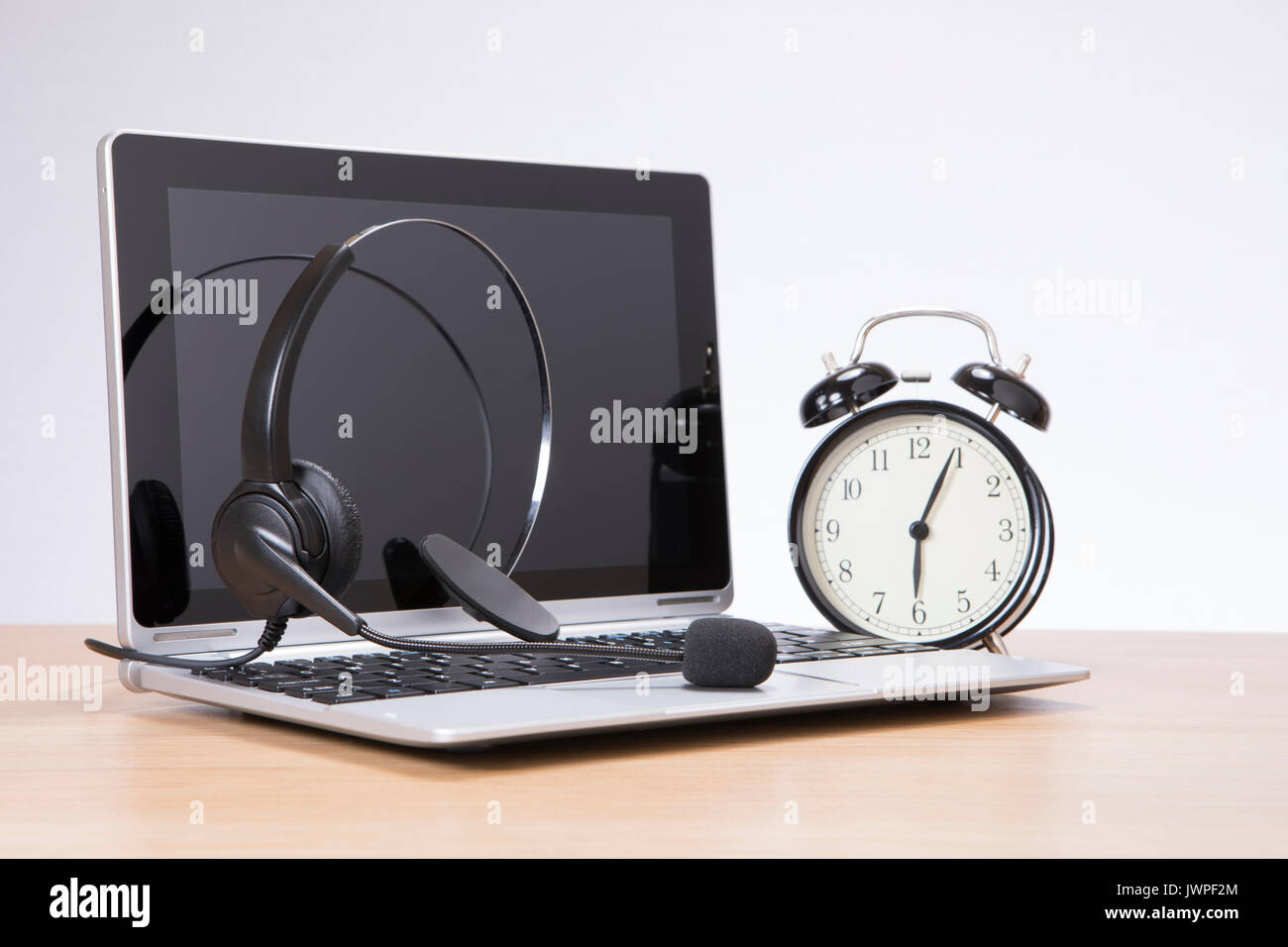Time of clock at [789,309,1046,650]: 6:04
